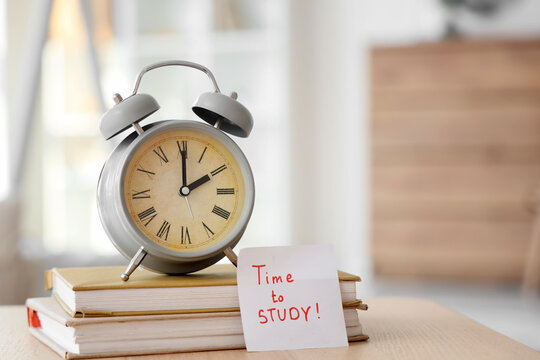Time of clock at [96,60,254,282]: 2:00
